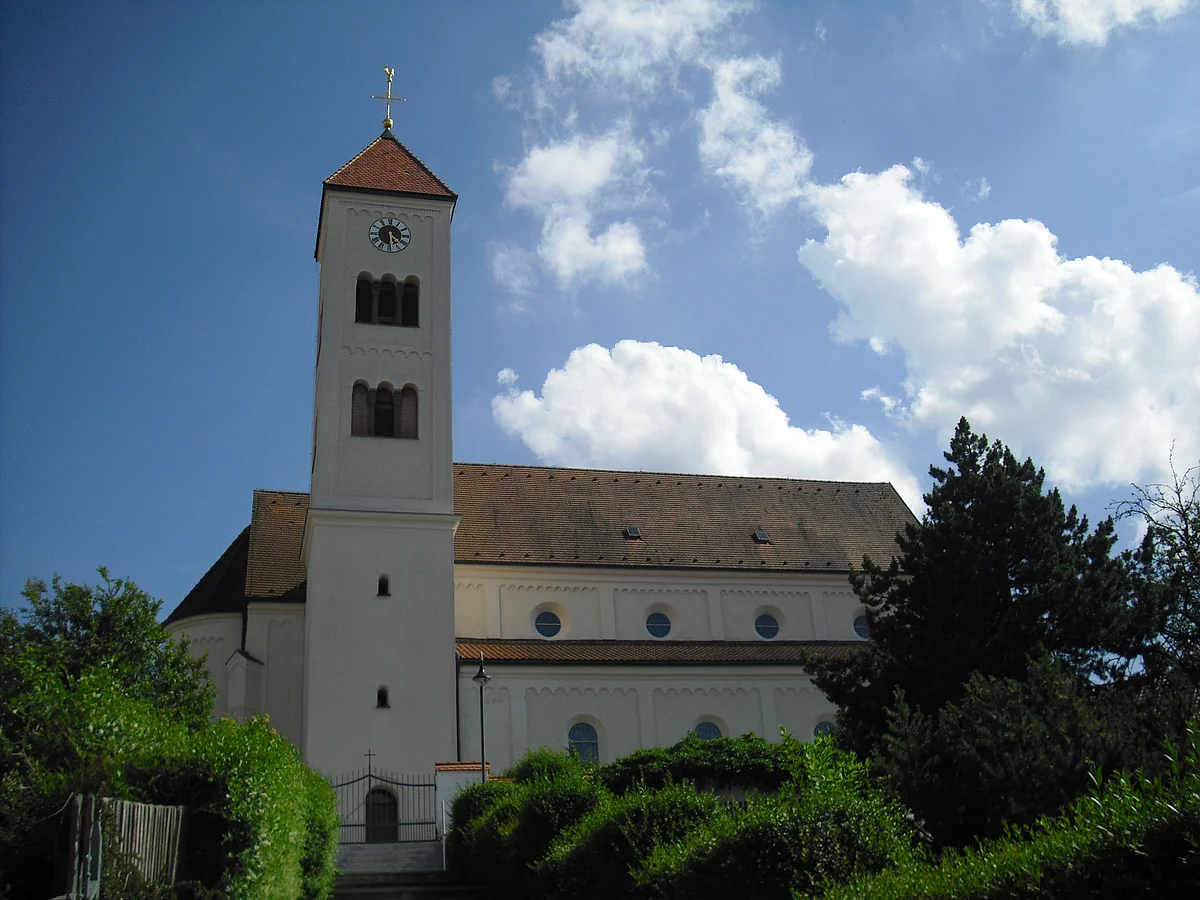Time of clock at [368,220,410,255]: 4:29
